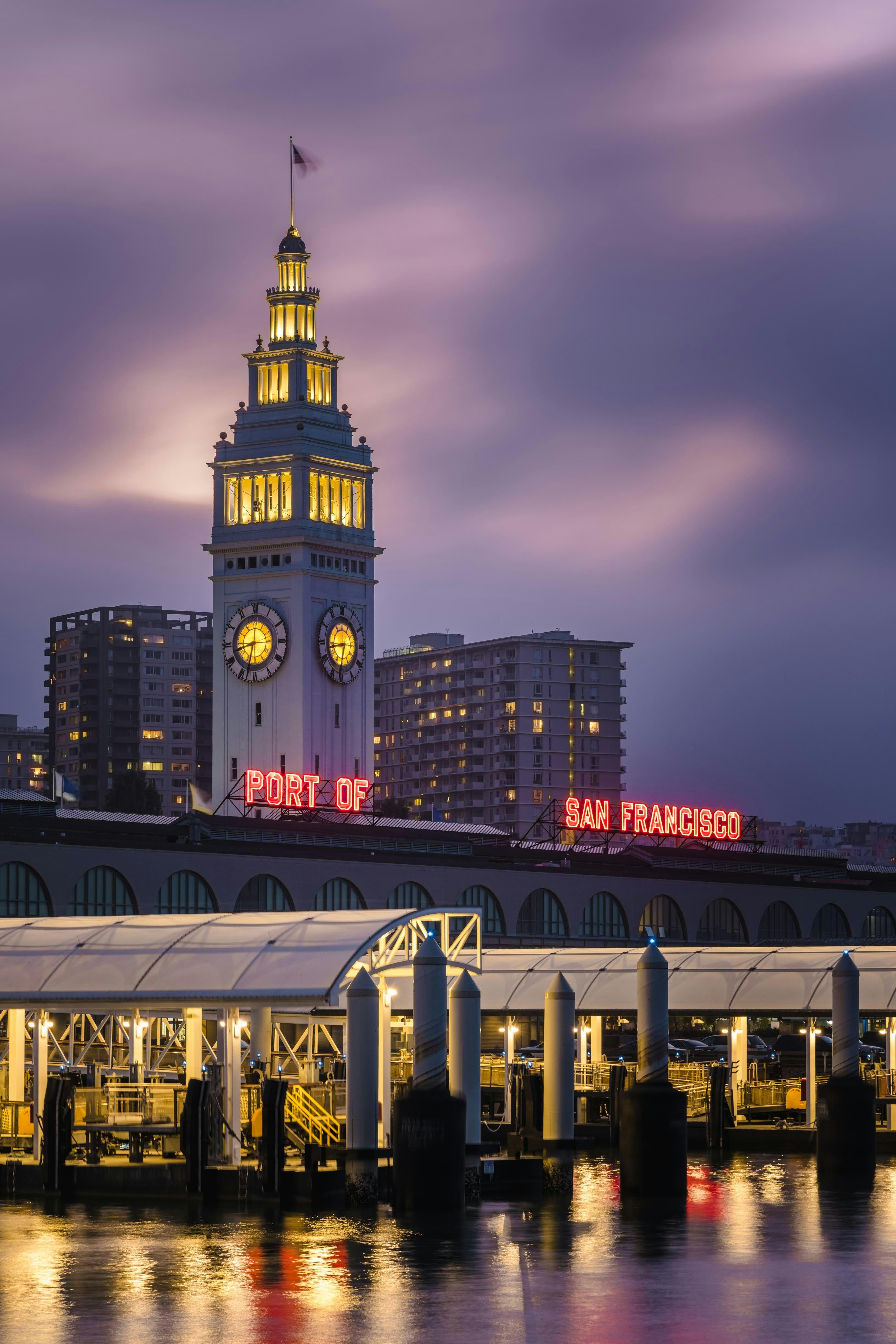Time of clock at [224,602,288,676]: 8:32
